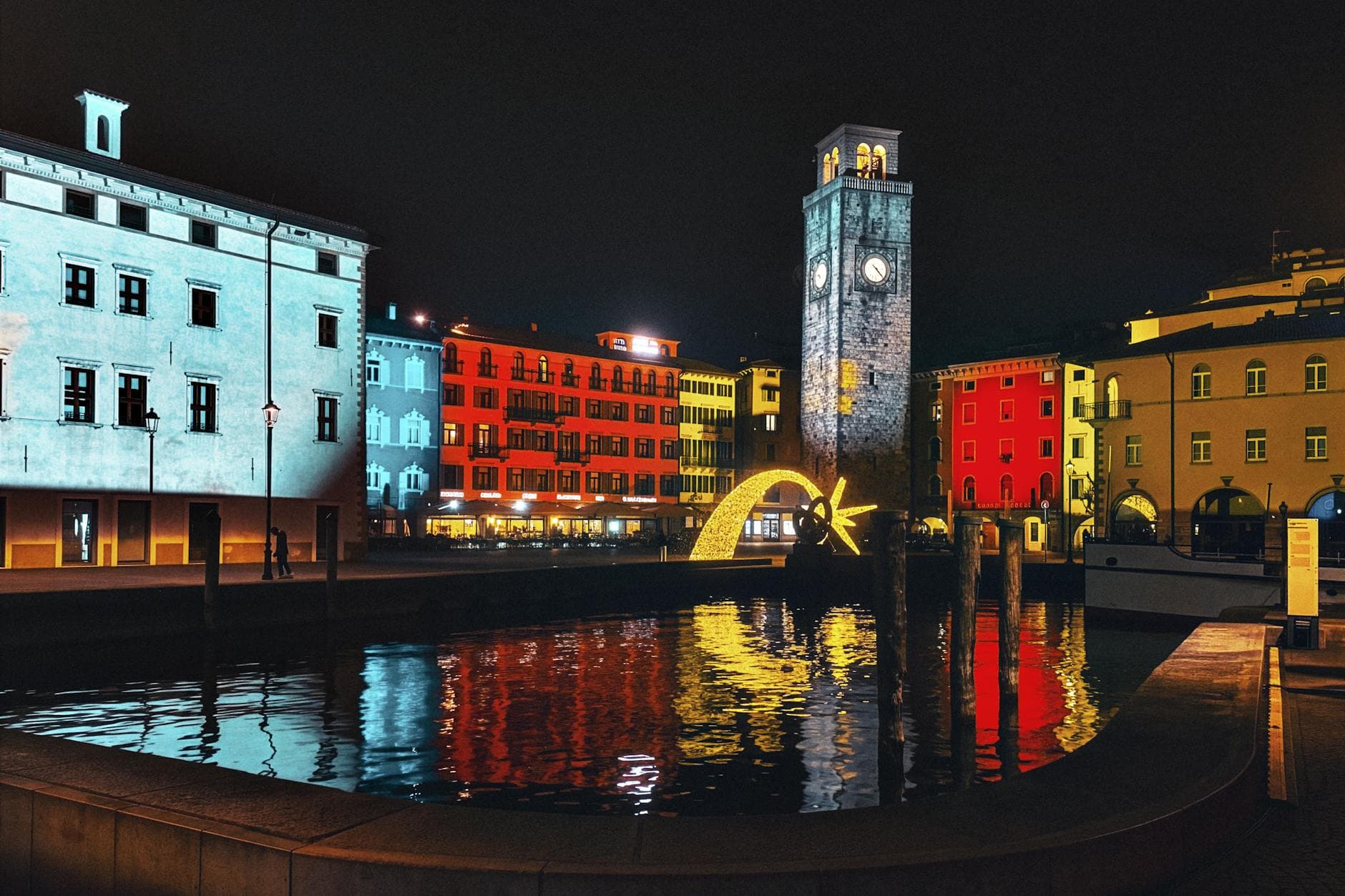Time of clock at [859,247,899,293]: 4:22
